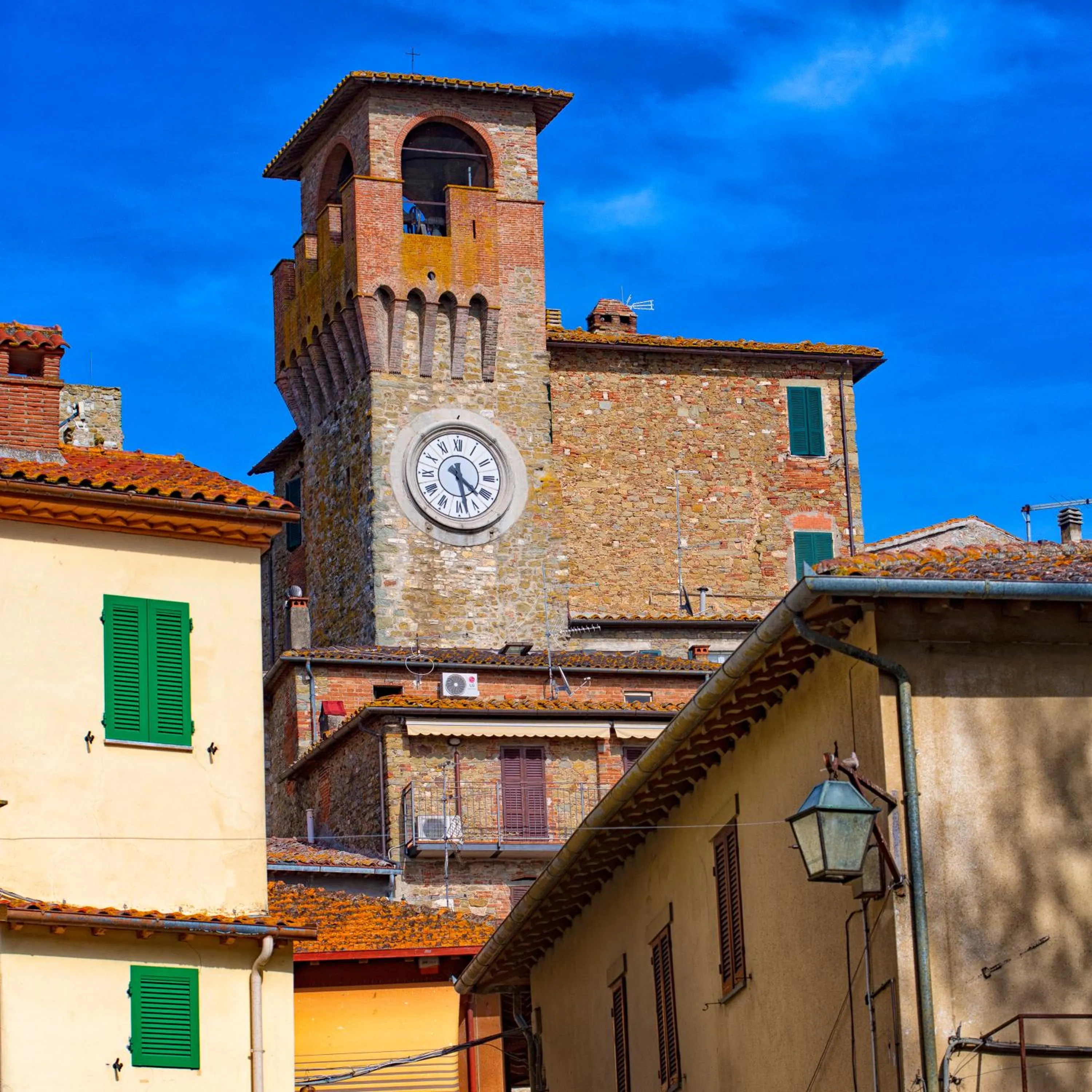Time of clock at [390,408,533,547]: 4:28
